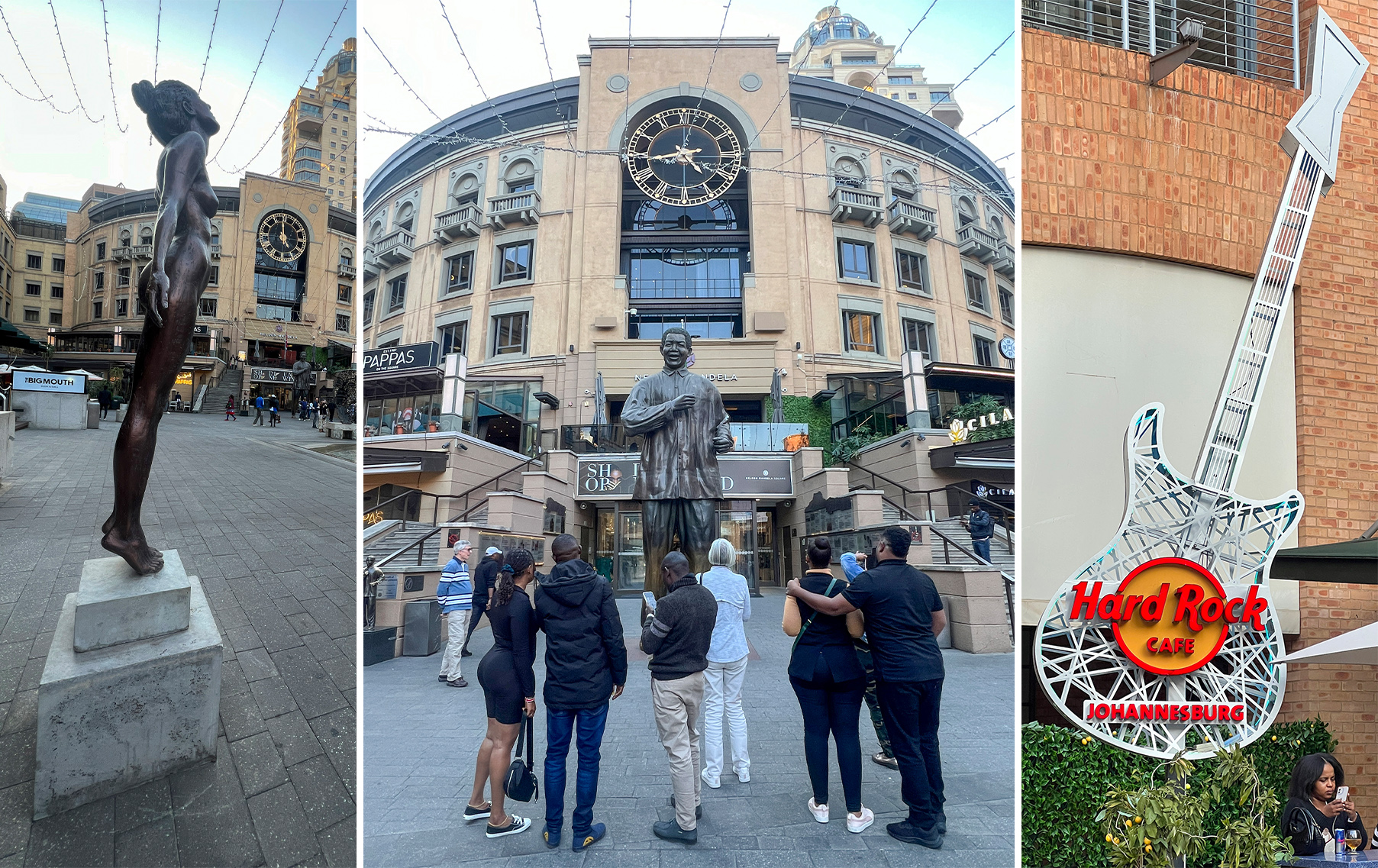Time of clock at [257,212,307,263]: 4:59
